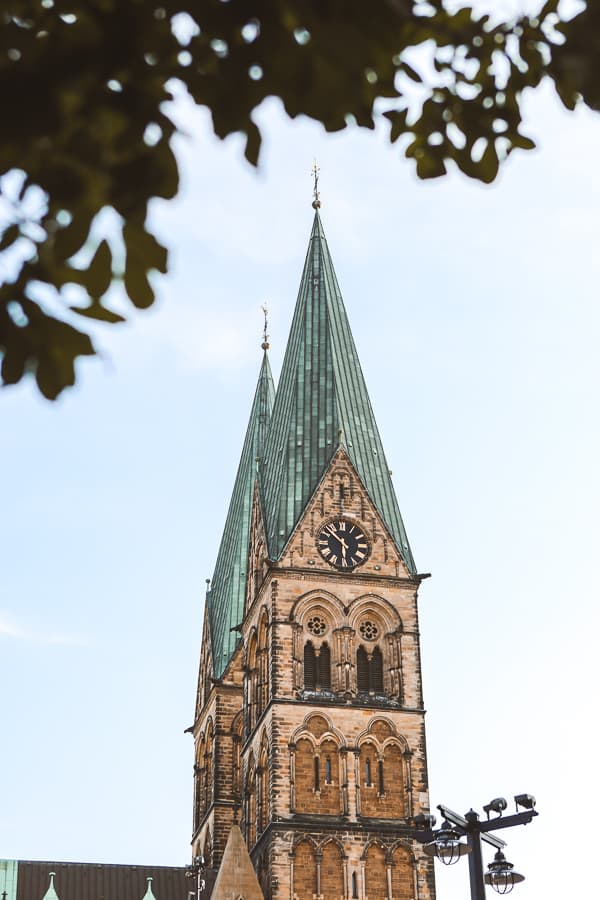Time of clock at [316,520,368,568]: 5:51
